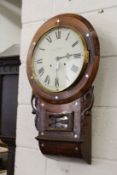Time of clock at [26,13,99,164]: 3:13
